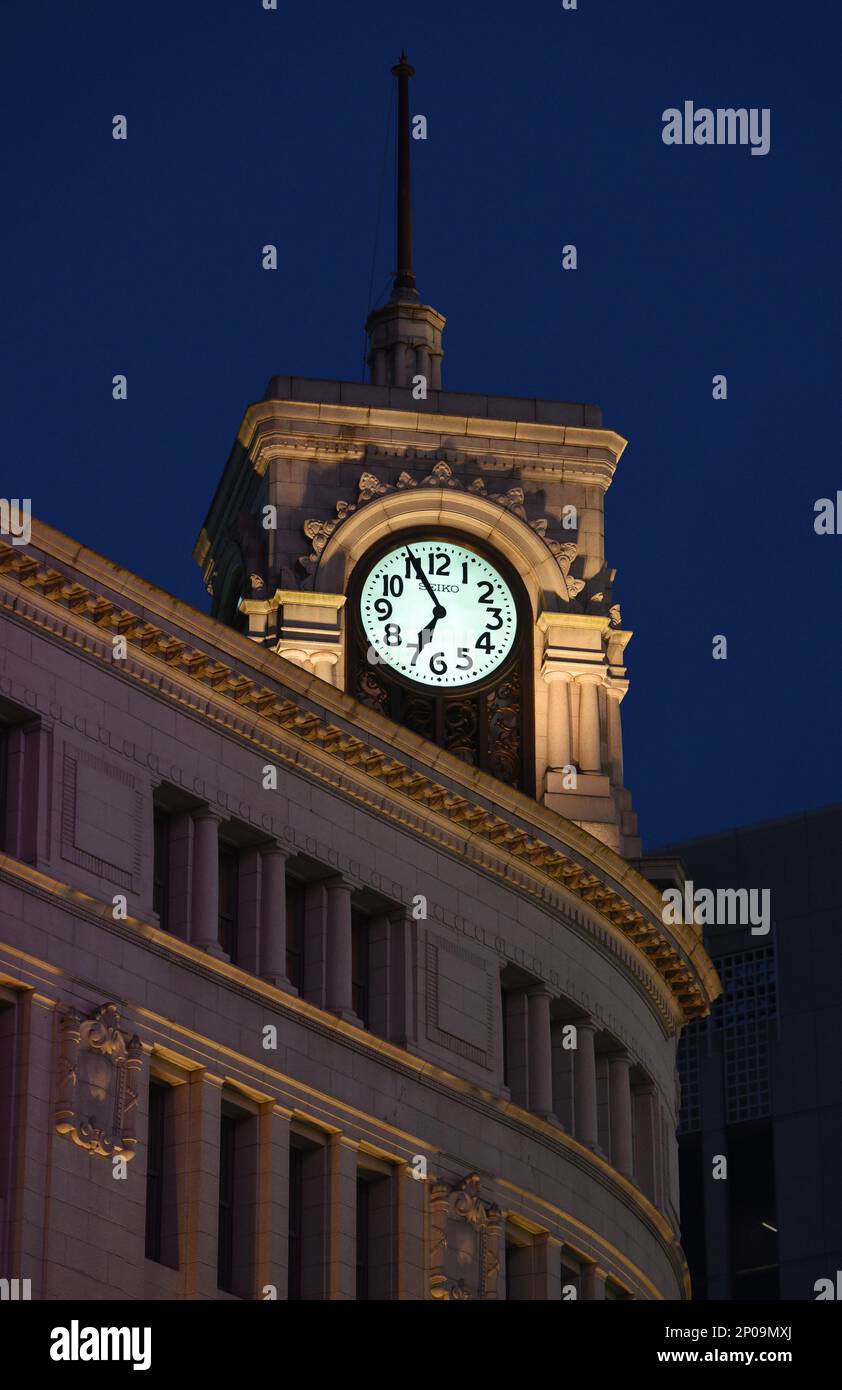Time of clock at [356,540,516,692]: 6:55
